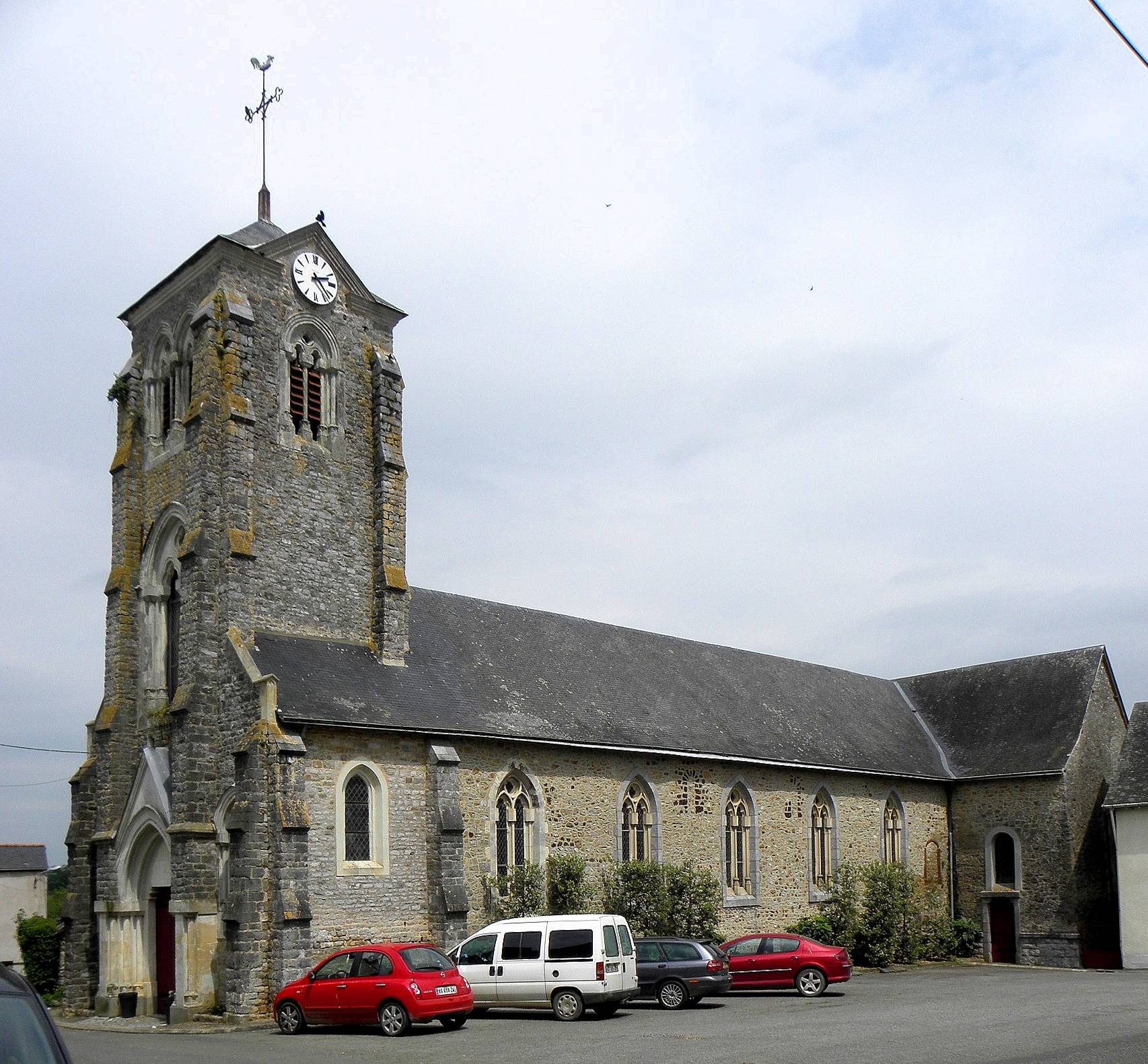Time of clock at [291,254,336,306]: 2:22
